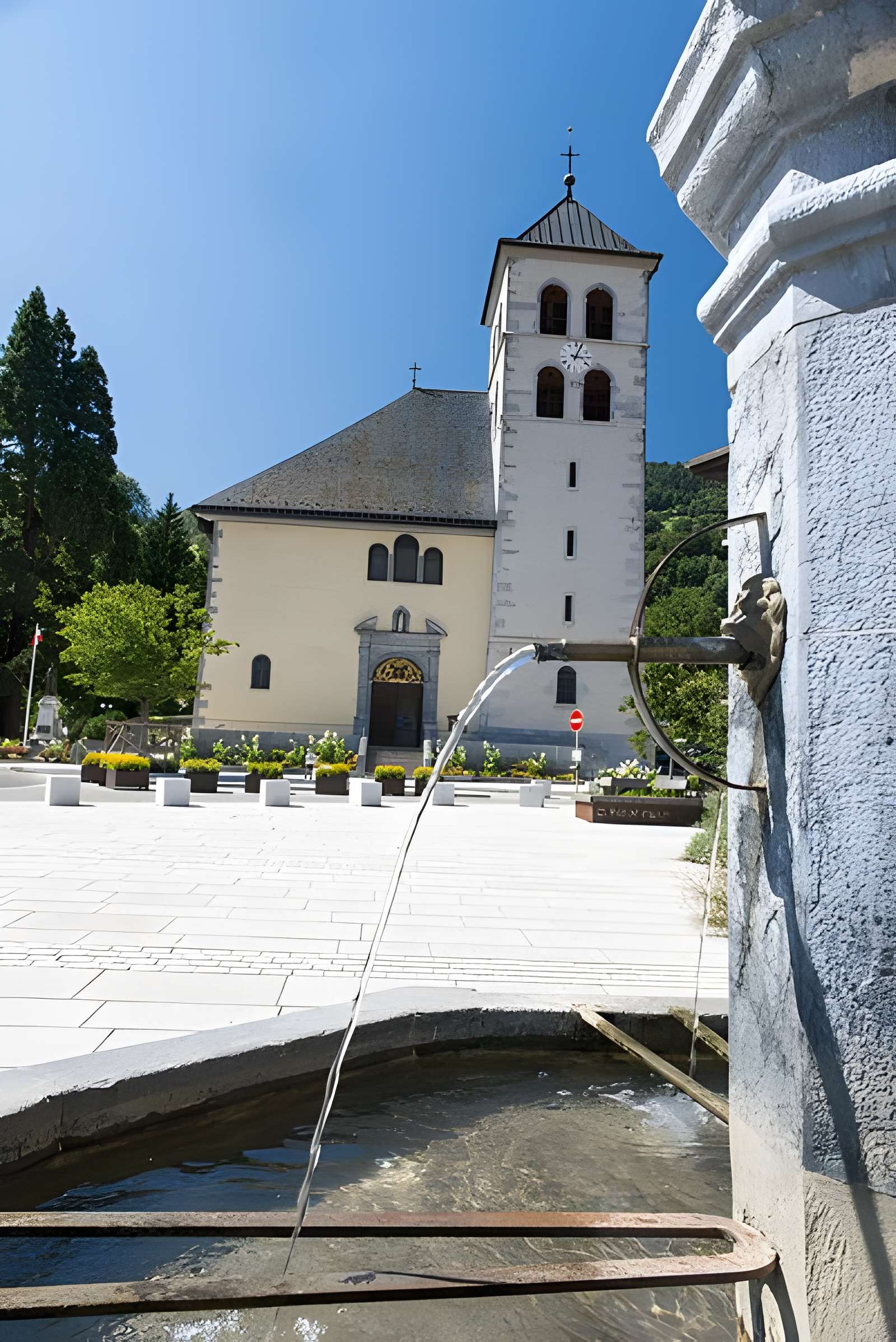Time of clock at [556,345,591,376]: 3:04
